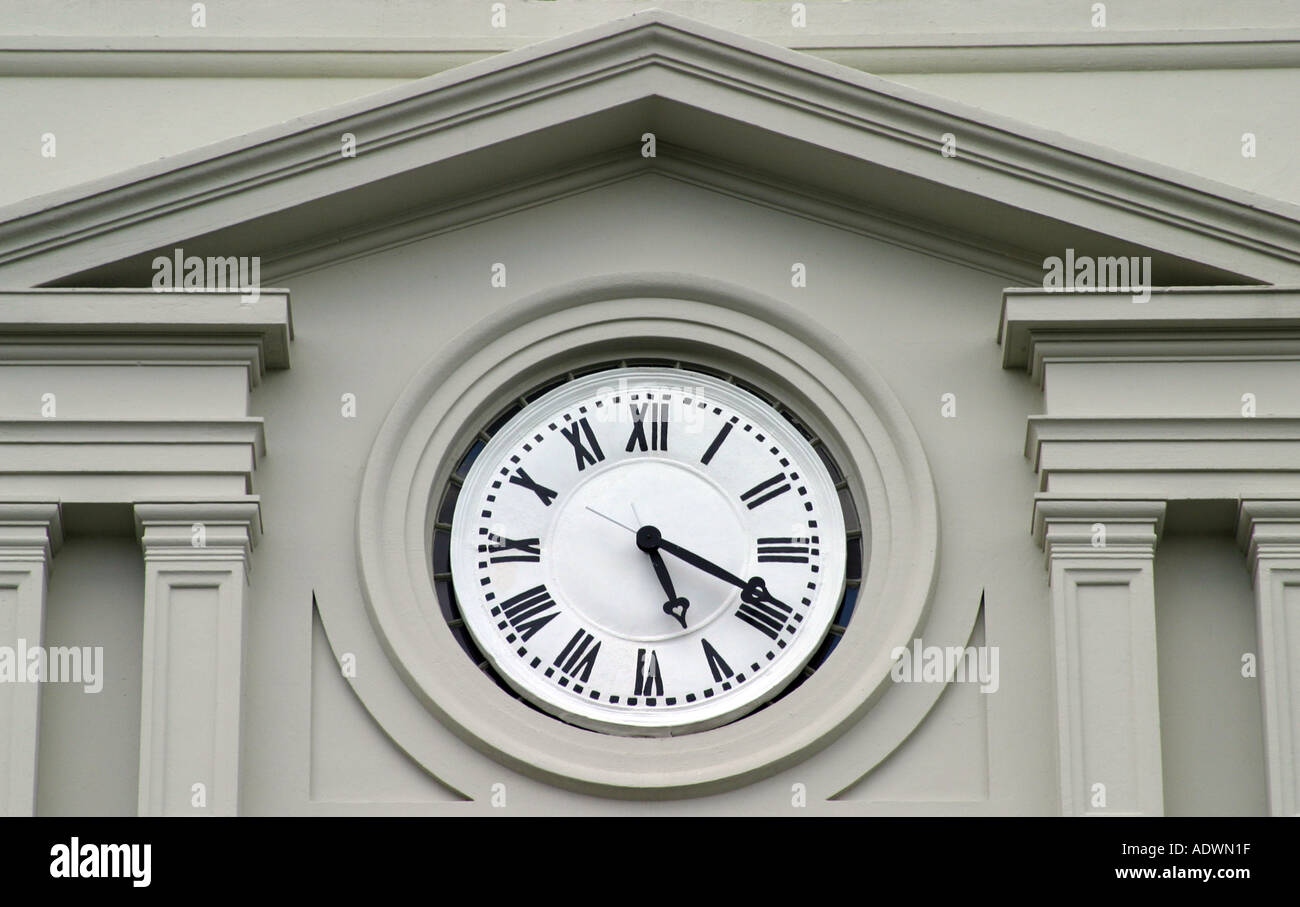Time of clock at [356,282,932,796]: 5:18
